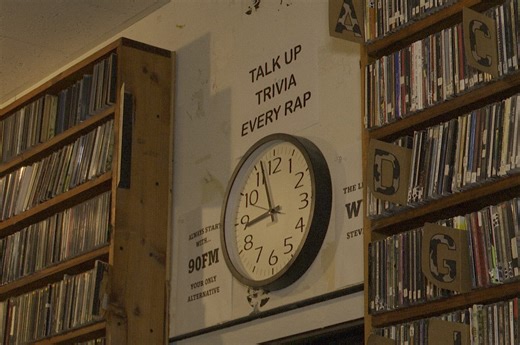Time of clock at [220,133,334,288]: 8:56
